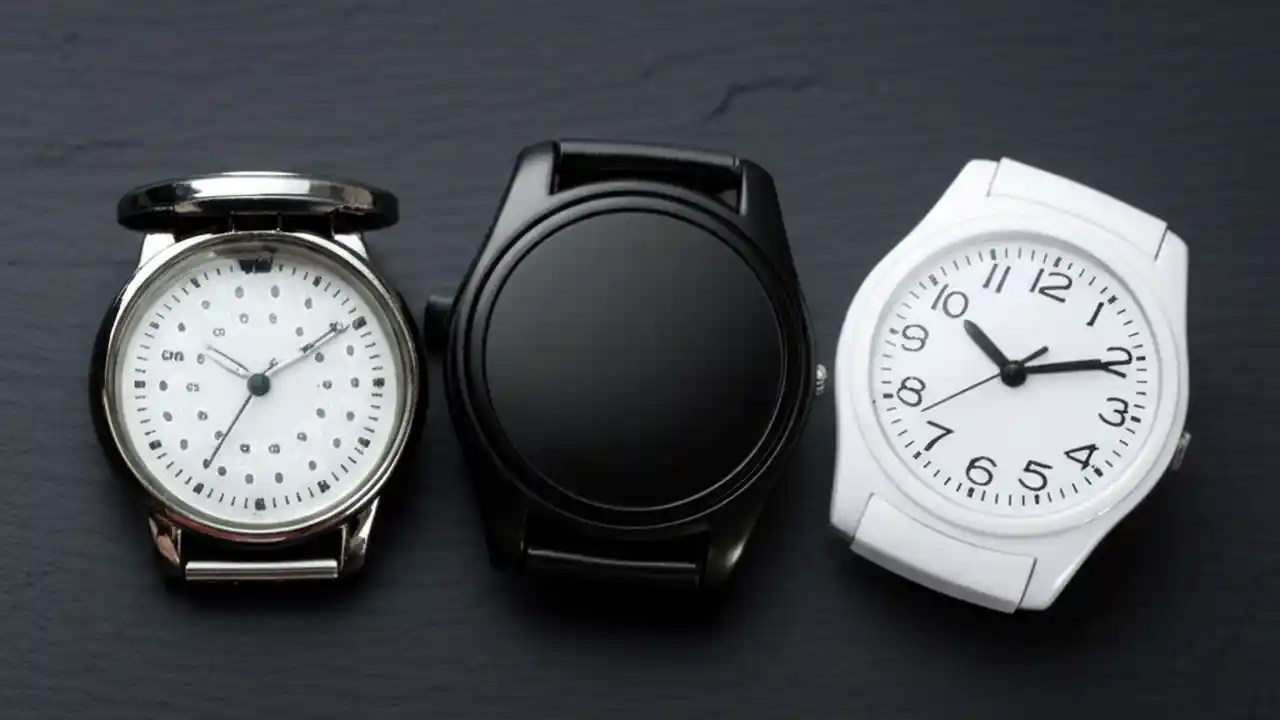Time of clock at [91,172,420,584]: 7:09
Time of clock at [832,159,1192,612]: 10:10
